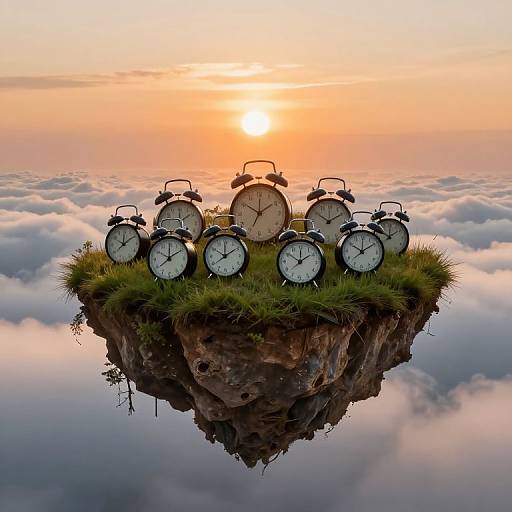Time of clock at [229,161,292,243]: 1:50
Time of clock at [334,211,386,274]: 10:09
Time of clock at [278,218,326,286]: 1:50
